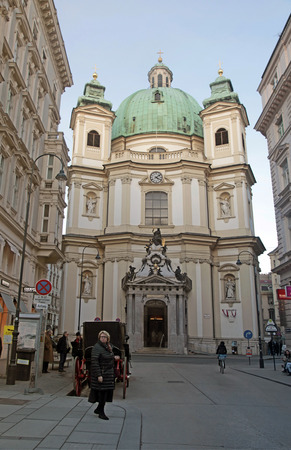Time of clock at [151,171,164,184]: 4:08
